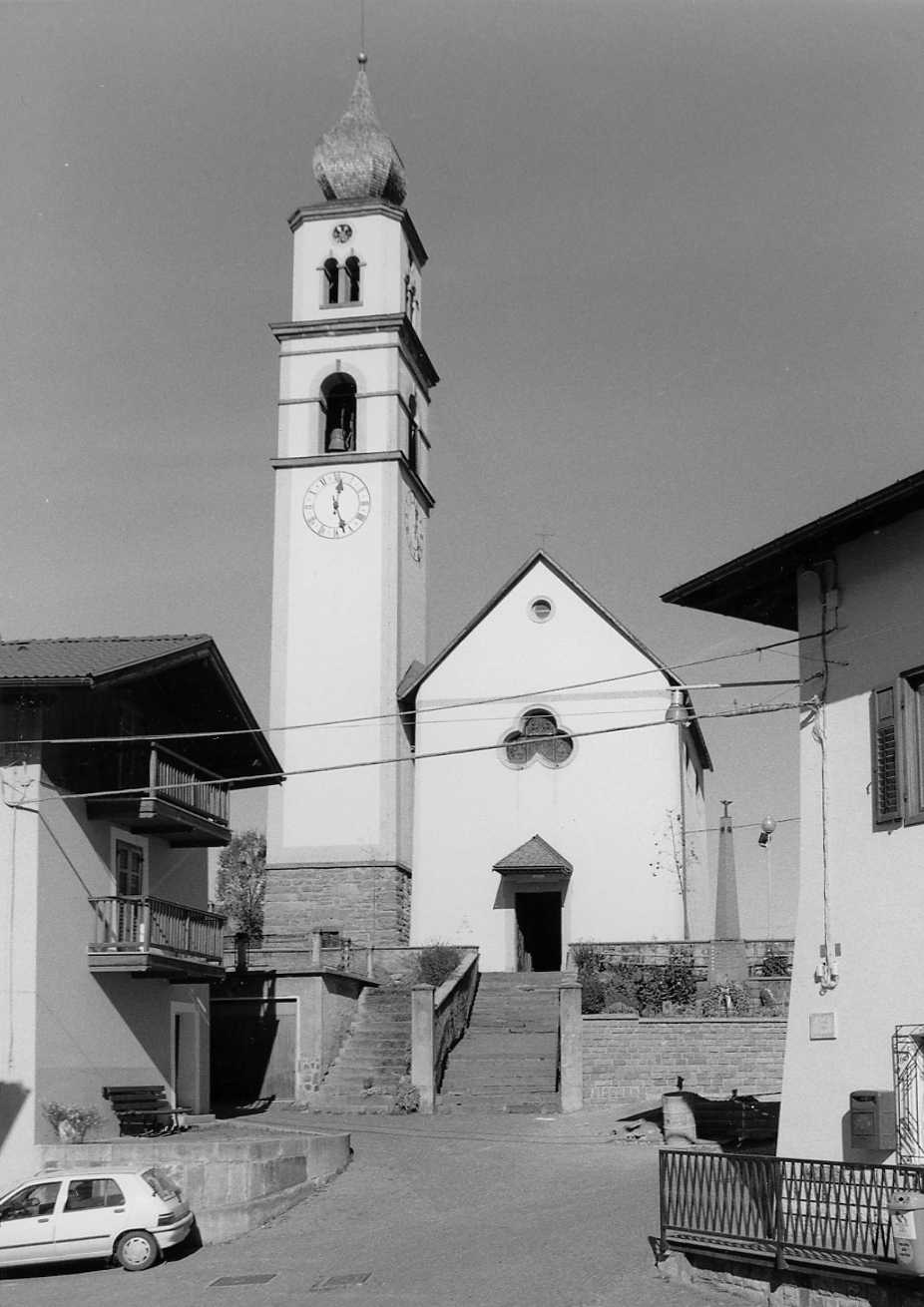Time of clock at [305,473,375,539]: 12:27
